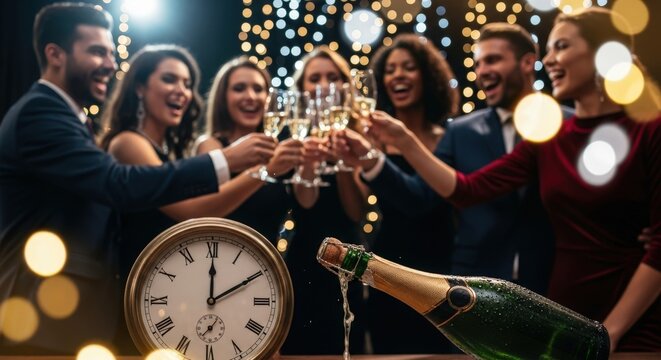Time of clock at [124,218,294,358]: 12:09
